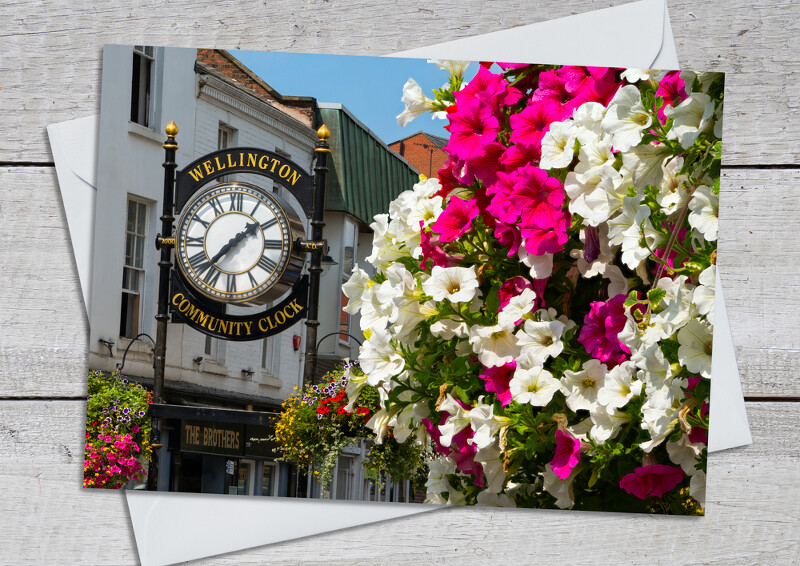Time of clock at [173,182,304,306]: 1:36
